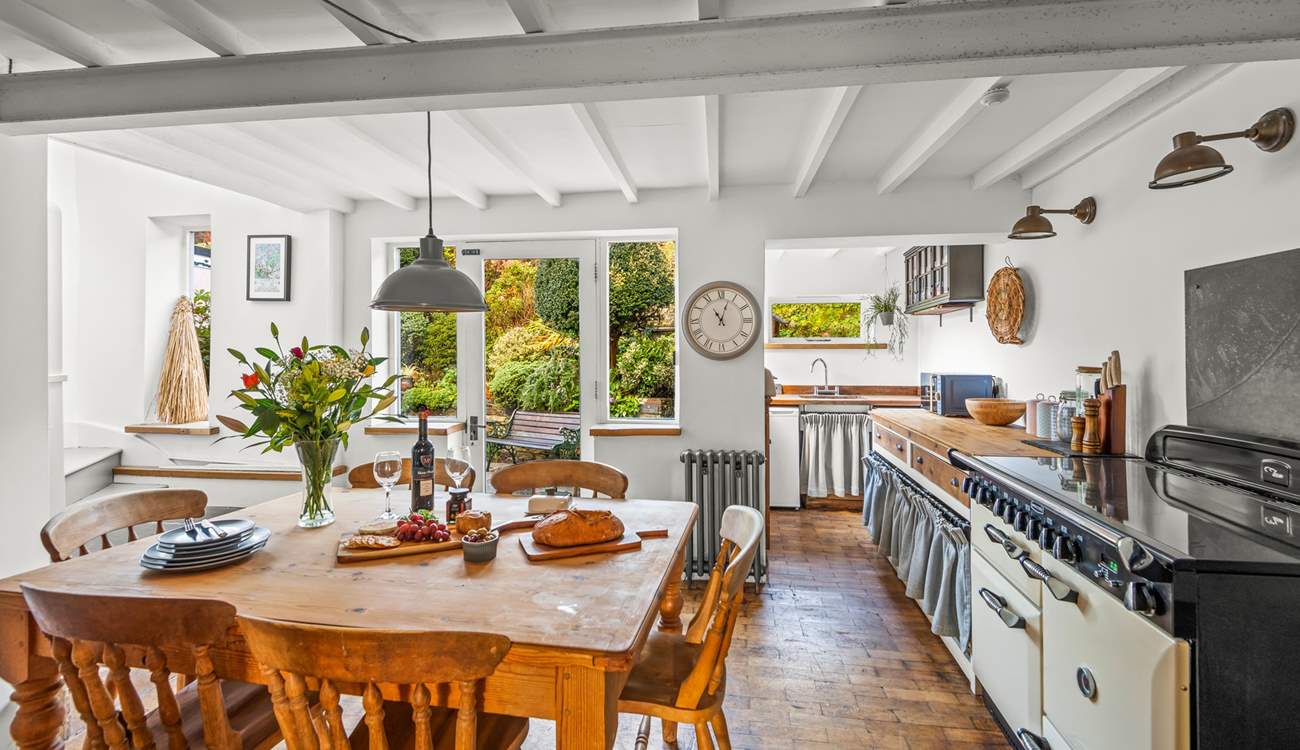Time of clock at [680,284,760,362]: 11:03
